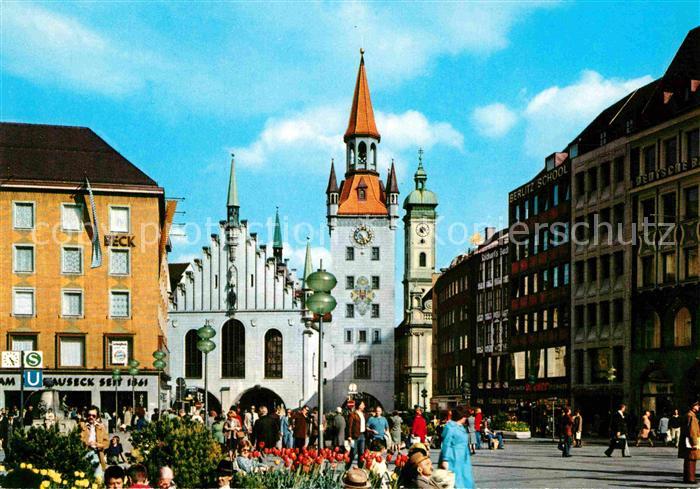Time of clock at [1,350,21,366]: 4:26
